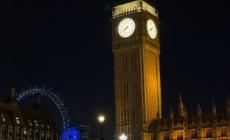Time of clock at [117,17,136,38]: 7:40
